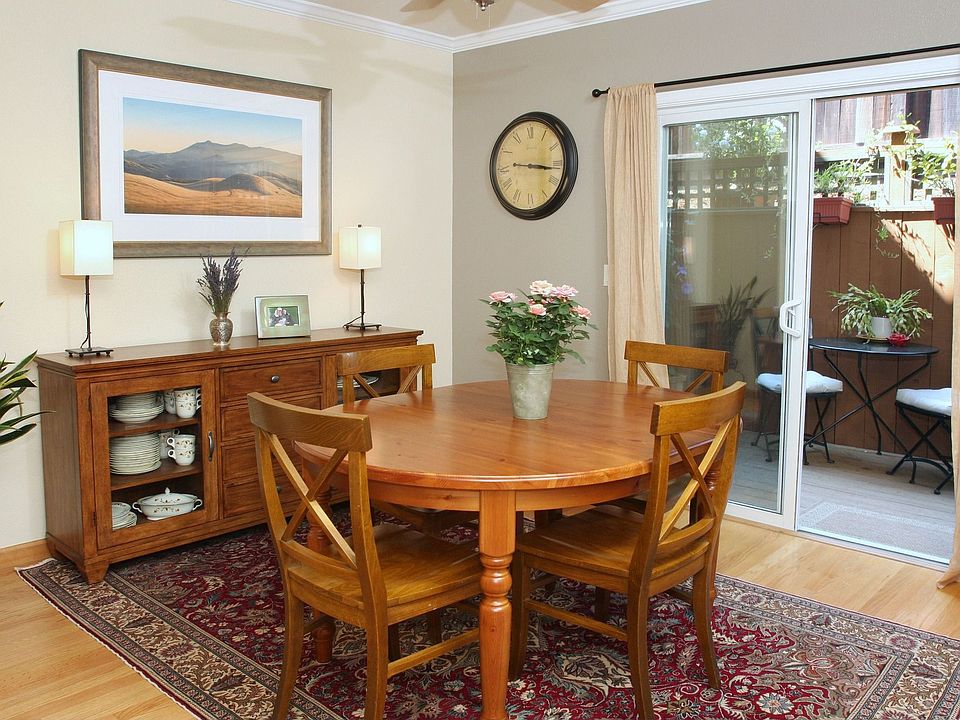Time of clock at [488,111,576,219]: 9:16
